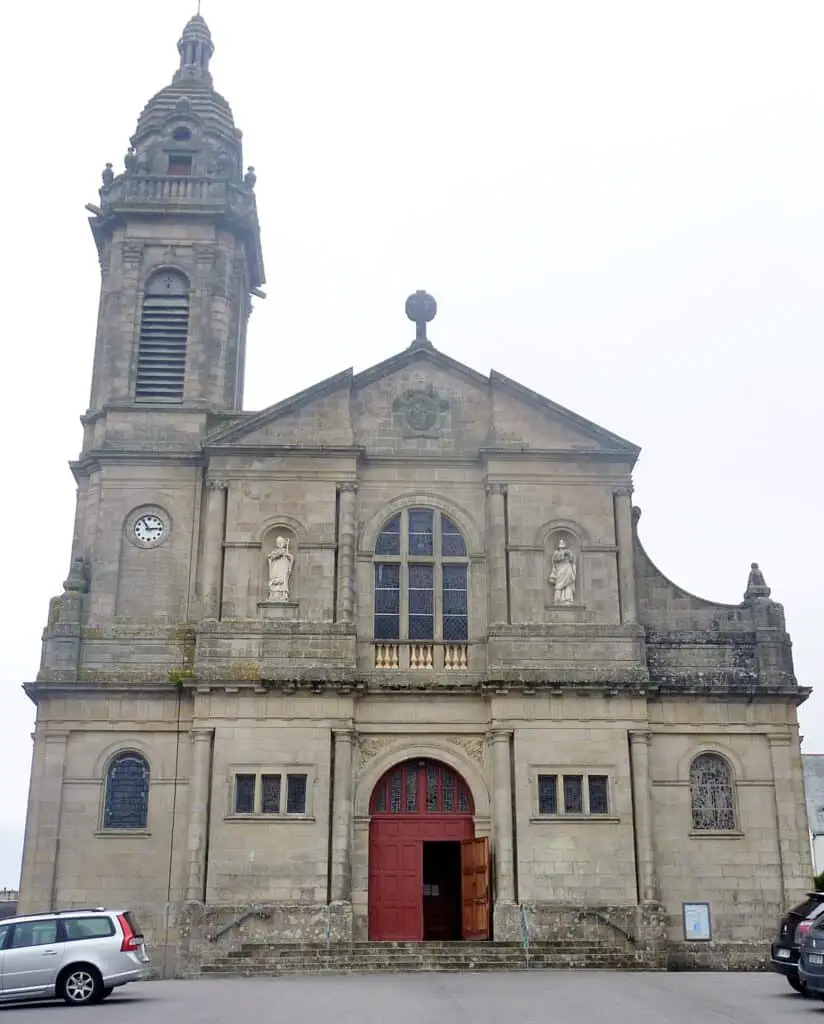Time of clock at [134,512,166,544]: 2:54
